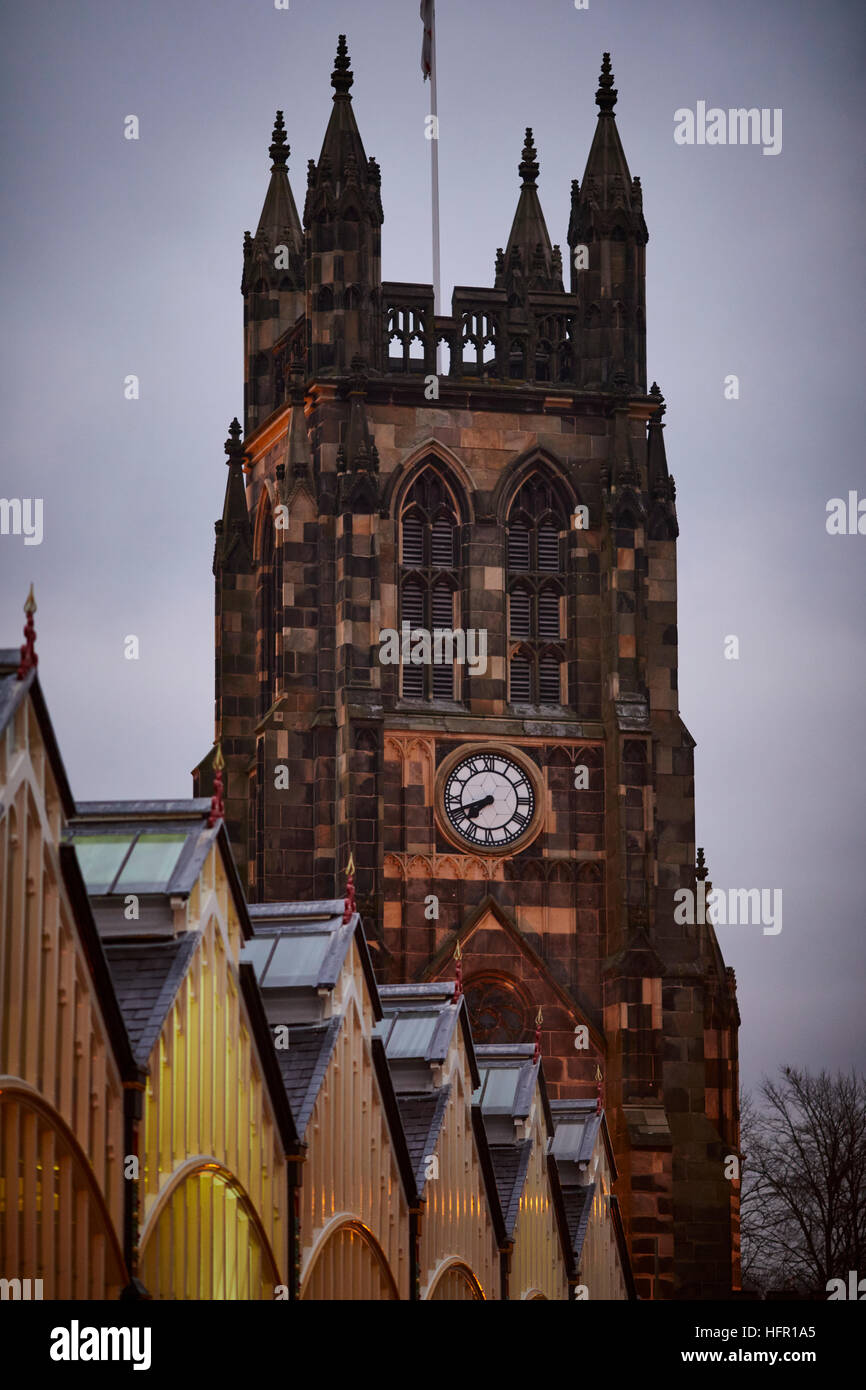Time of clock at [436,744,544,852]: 7:41
